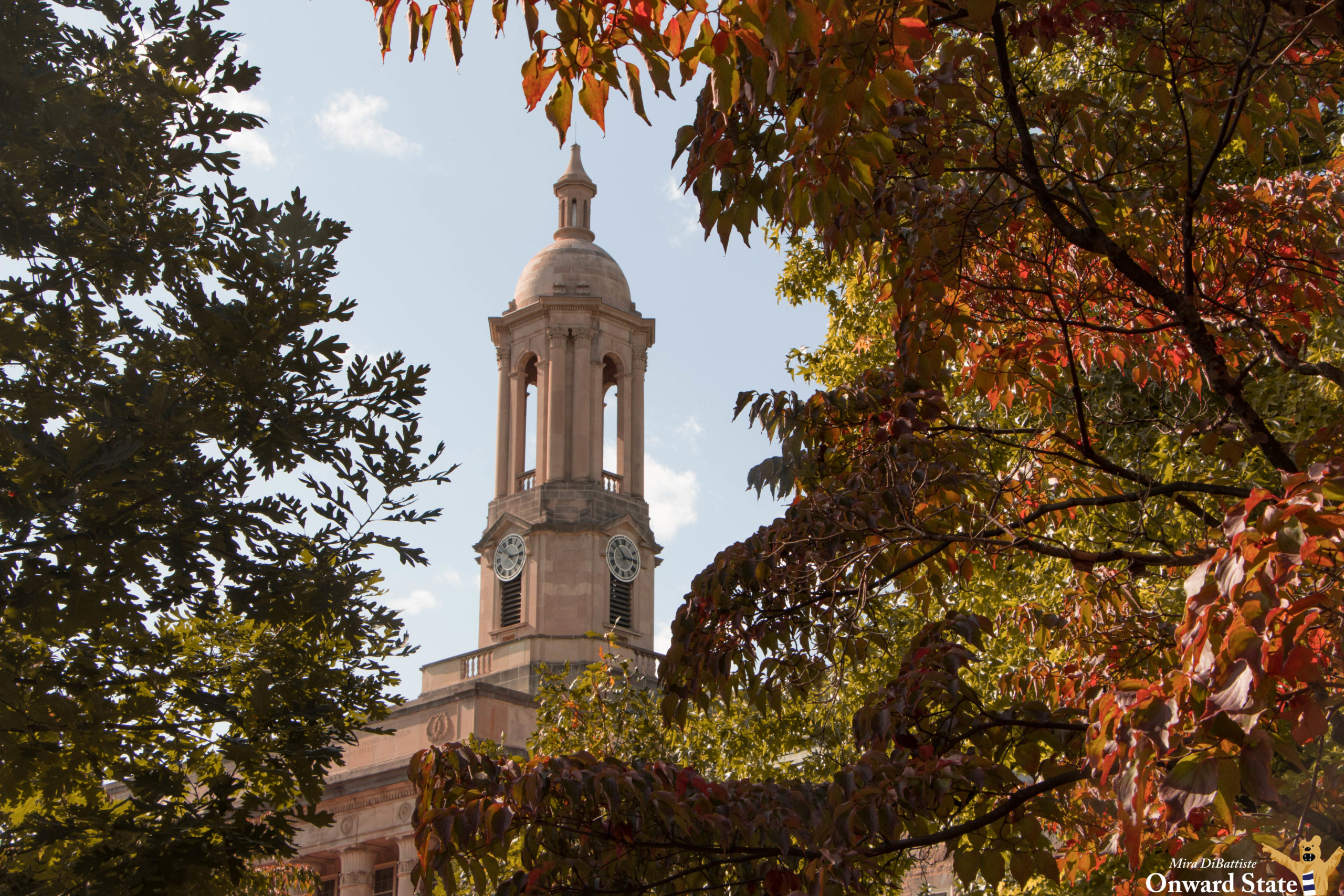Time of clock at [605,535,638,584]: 2:53
